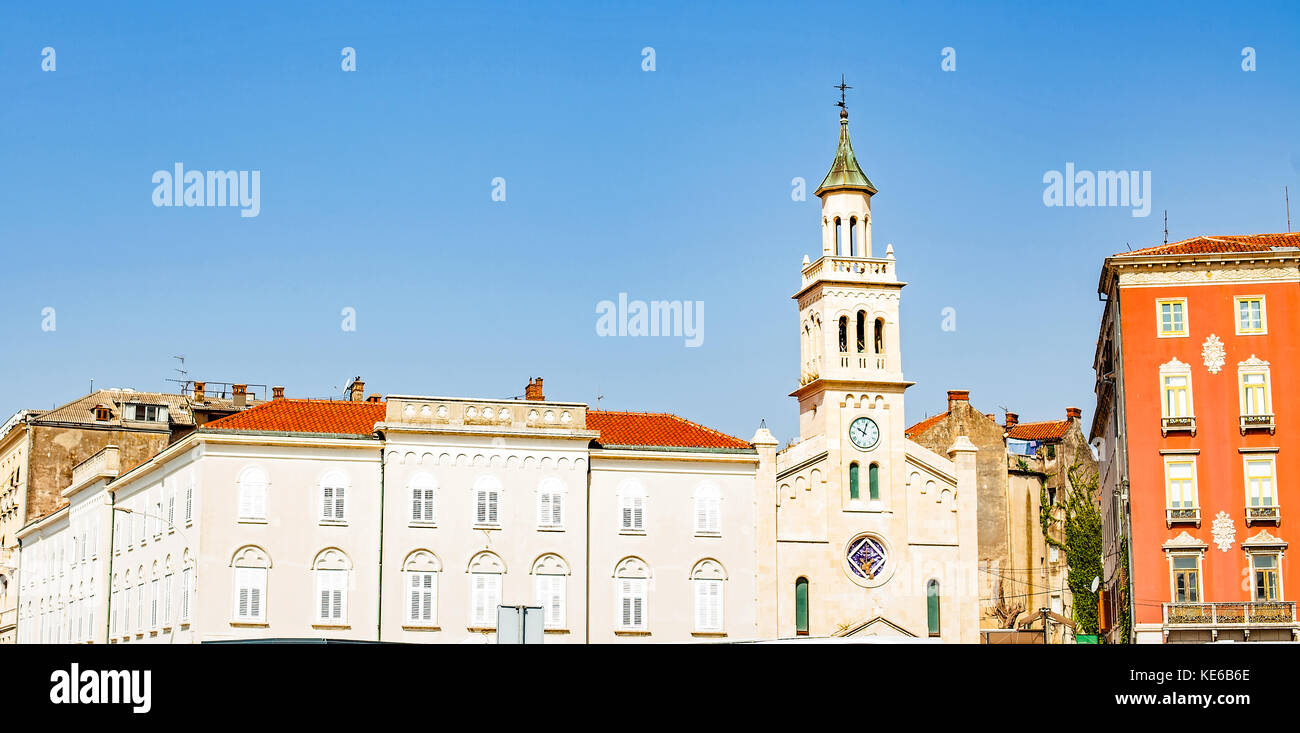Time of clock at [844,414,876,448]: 10:03
